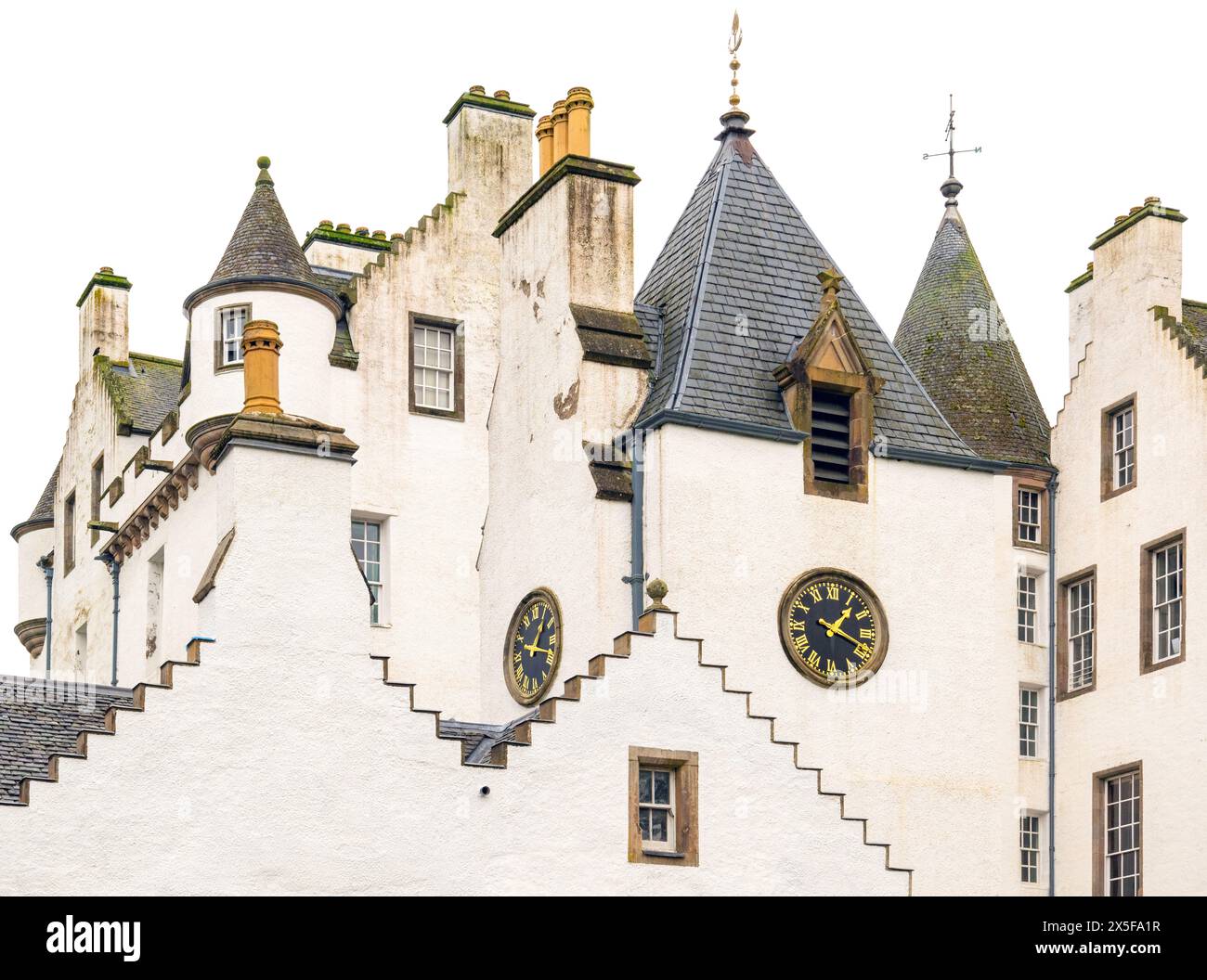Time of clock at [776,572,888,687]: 1:18
